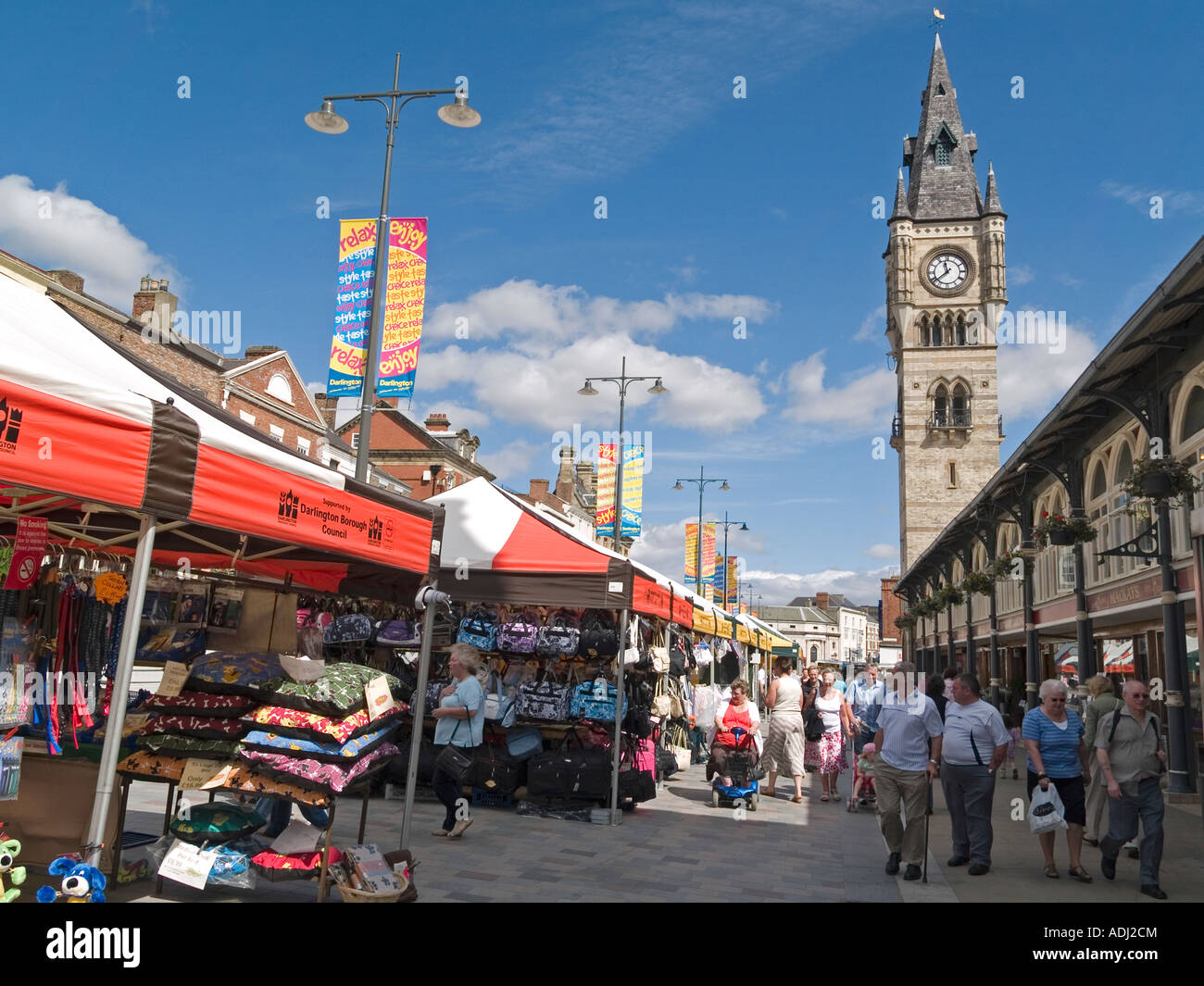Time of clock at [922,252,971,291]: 11:38
